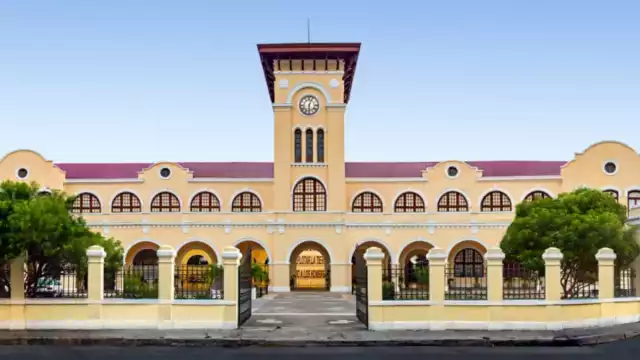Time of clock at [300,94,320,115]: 6:03
